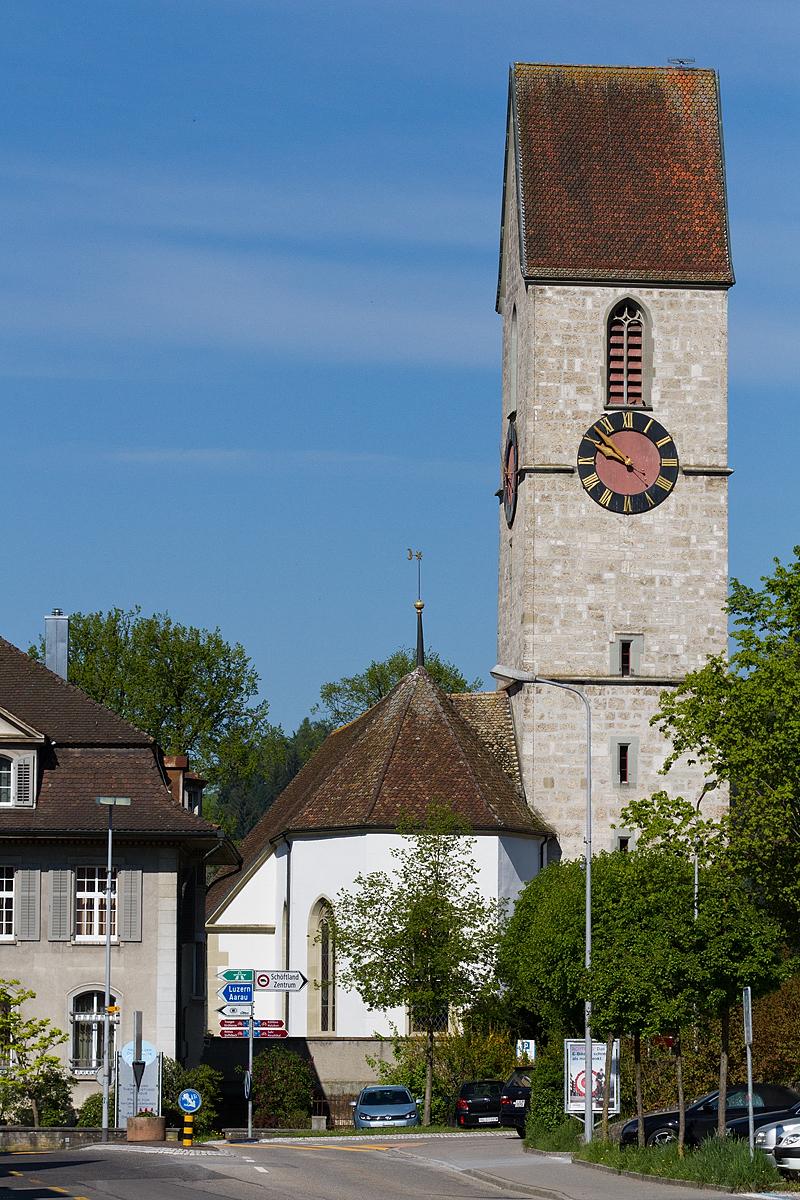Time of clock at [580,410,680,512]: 9:51
